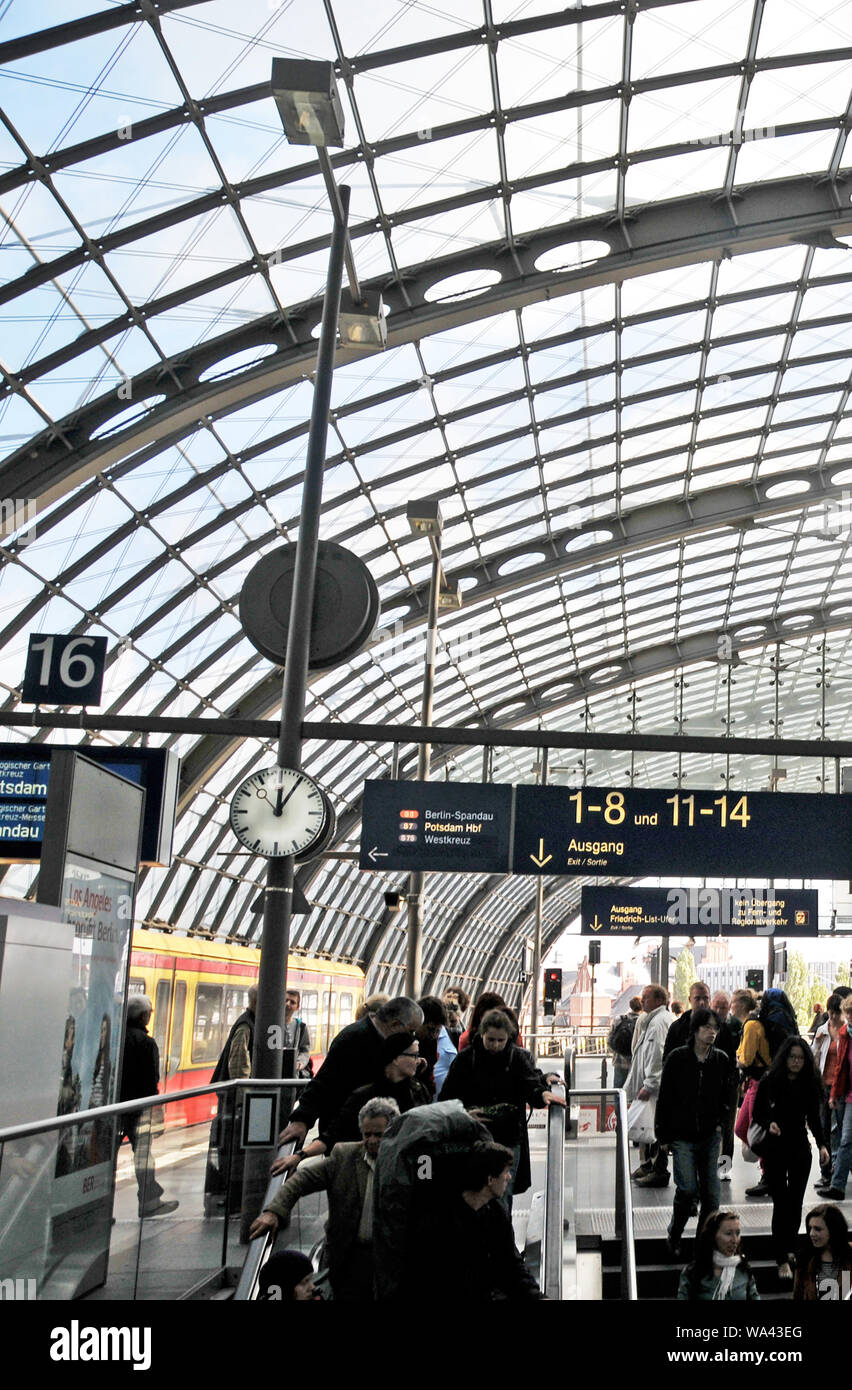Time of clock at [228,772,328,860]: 12:05
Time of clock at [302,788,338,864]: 12:05
